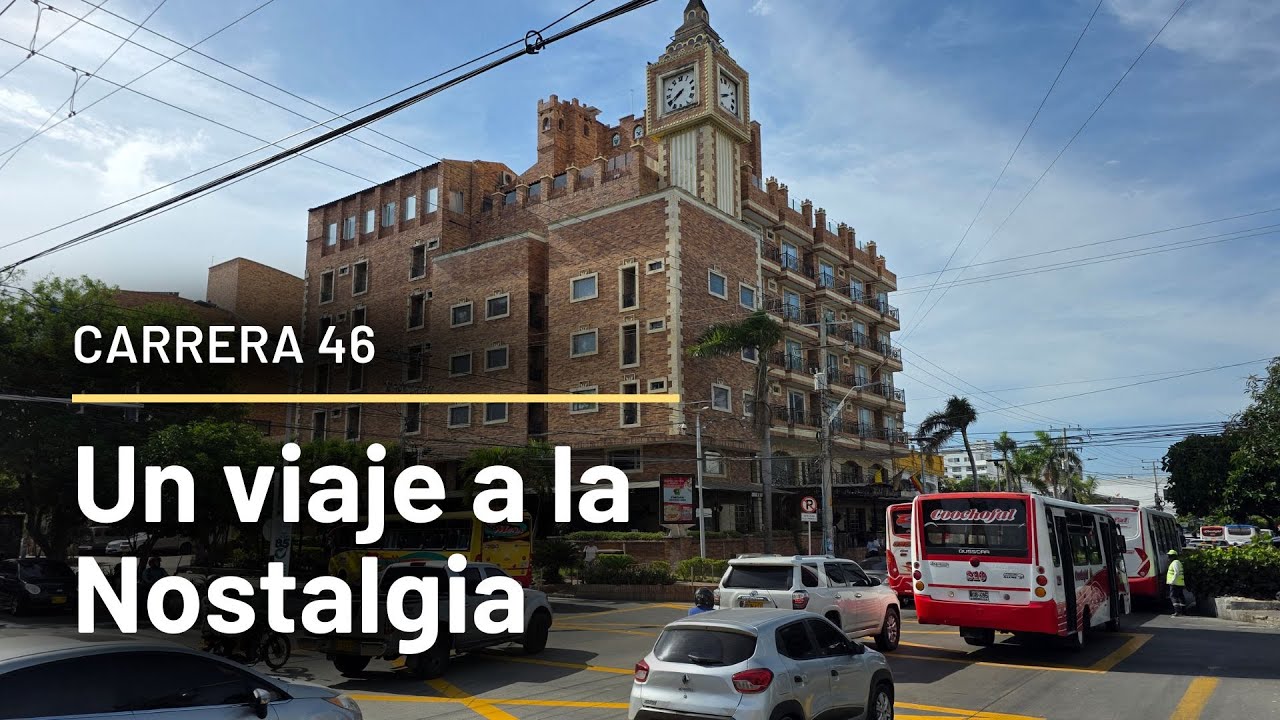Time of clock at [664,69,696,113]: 7:40
